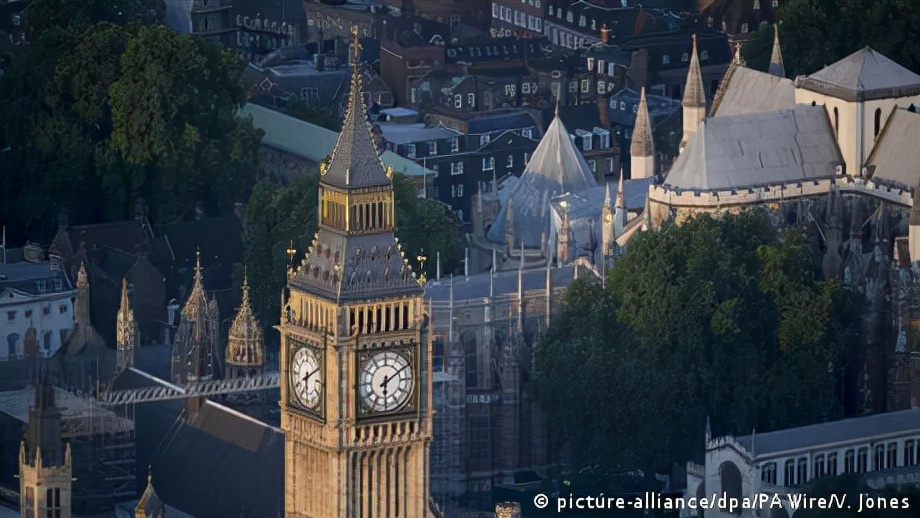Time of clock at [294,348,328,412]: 6:10
